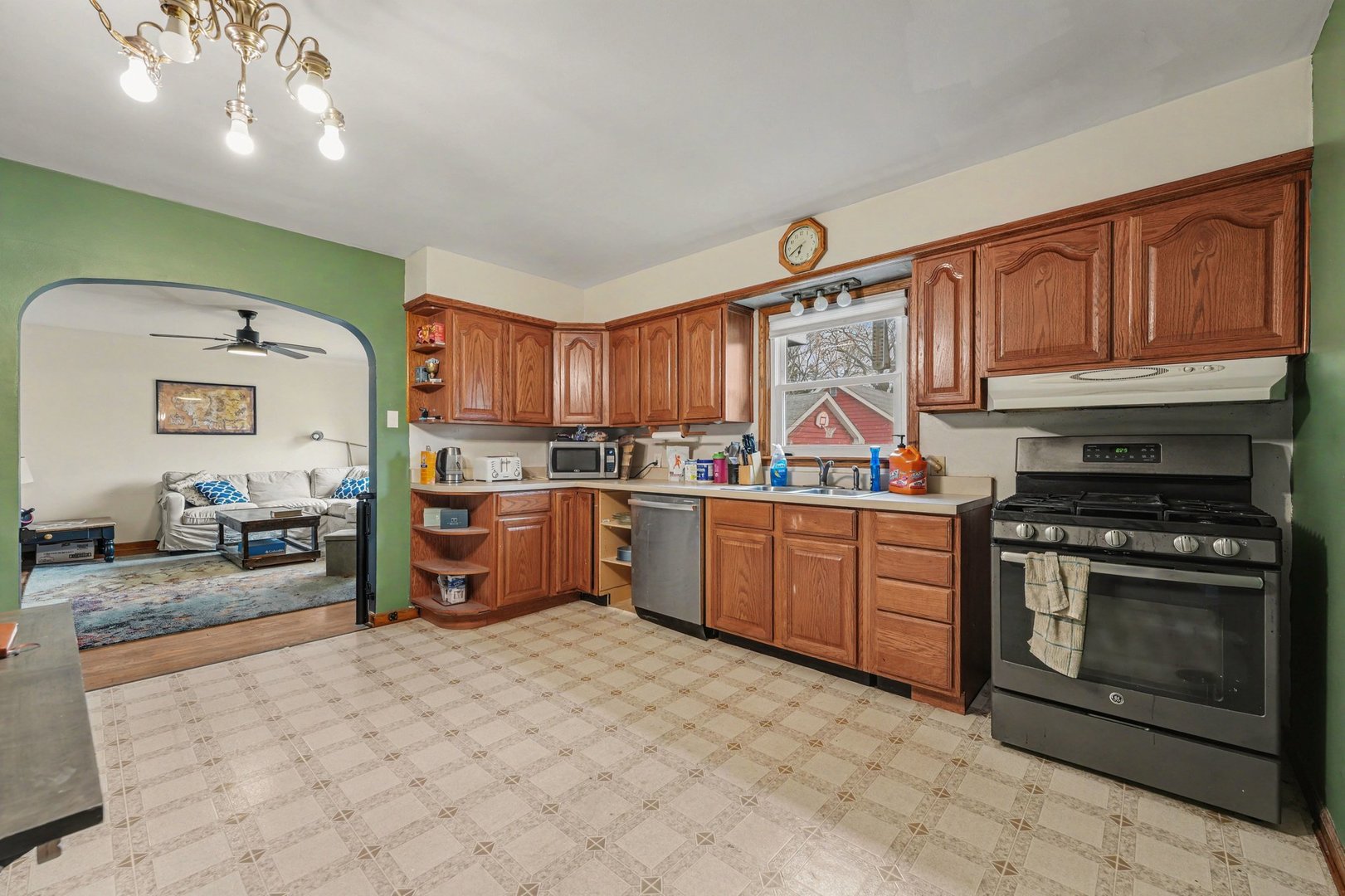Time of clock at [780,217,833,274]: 6:40
